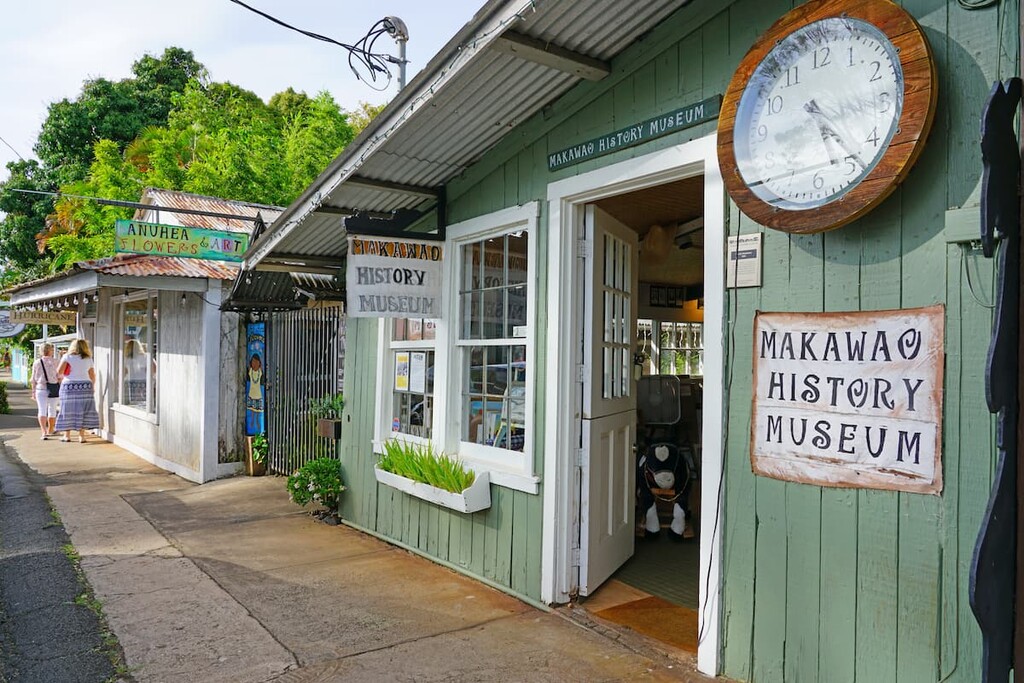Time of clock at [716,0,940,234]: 5:23
